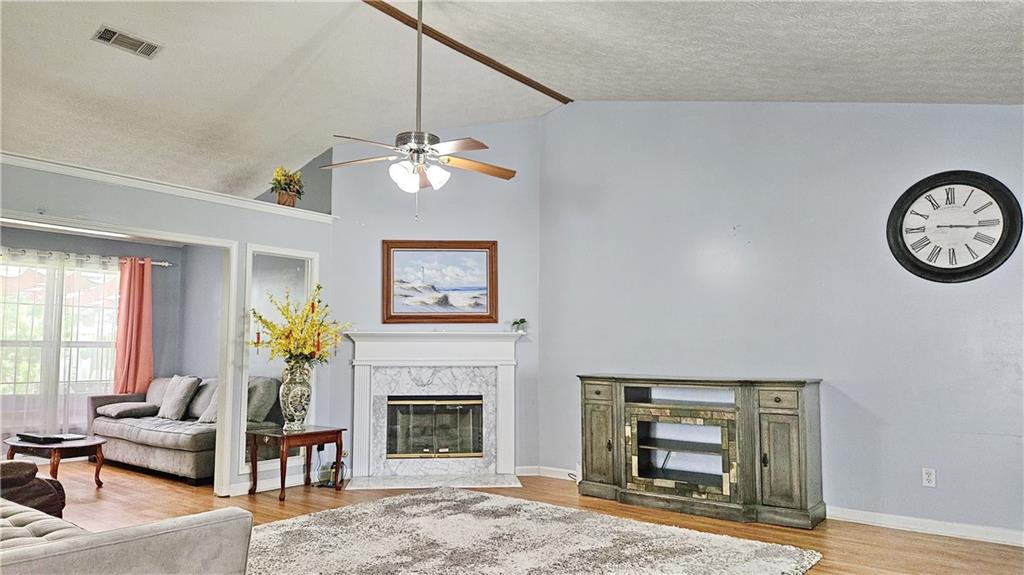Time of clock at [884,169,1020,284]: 3:15
